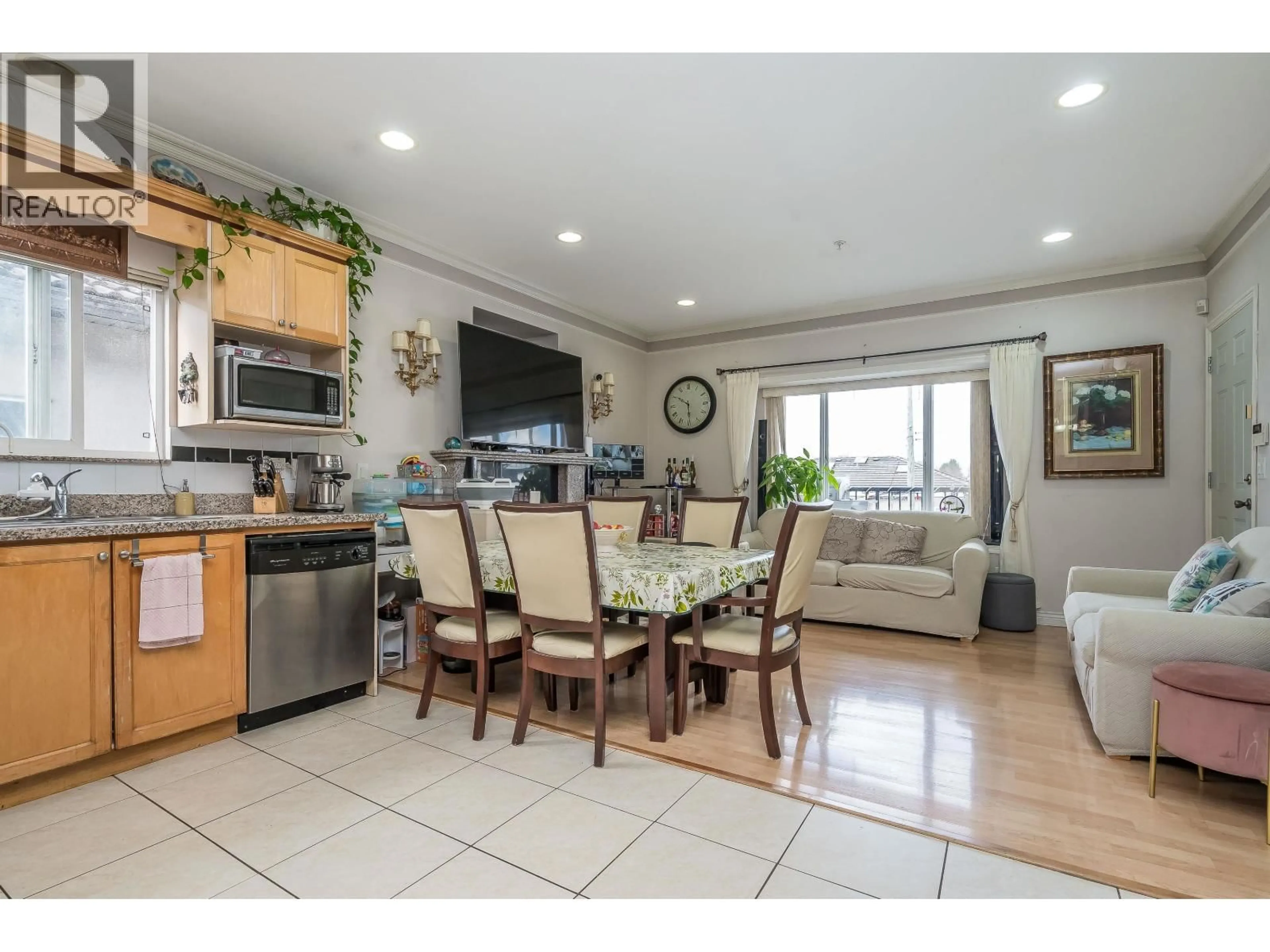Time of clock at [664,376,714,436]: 5:50
